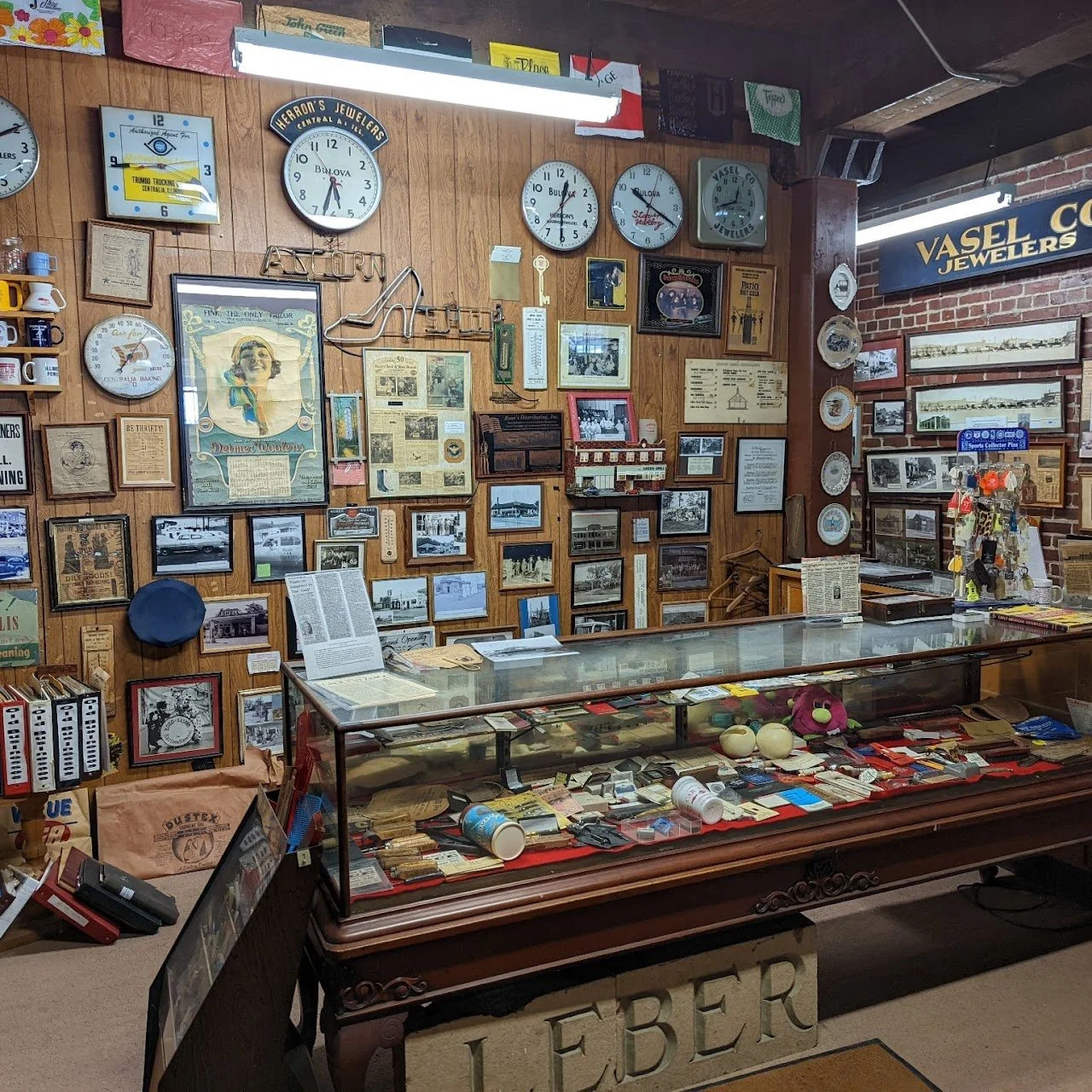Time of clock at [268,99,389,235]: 5:32
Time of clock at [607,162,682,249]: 10:19
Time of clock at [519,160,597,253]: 12:30
